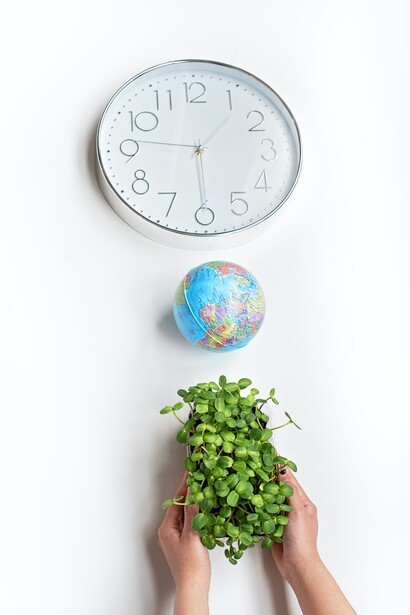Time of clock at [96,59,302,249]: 1:29
